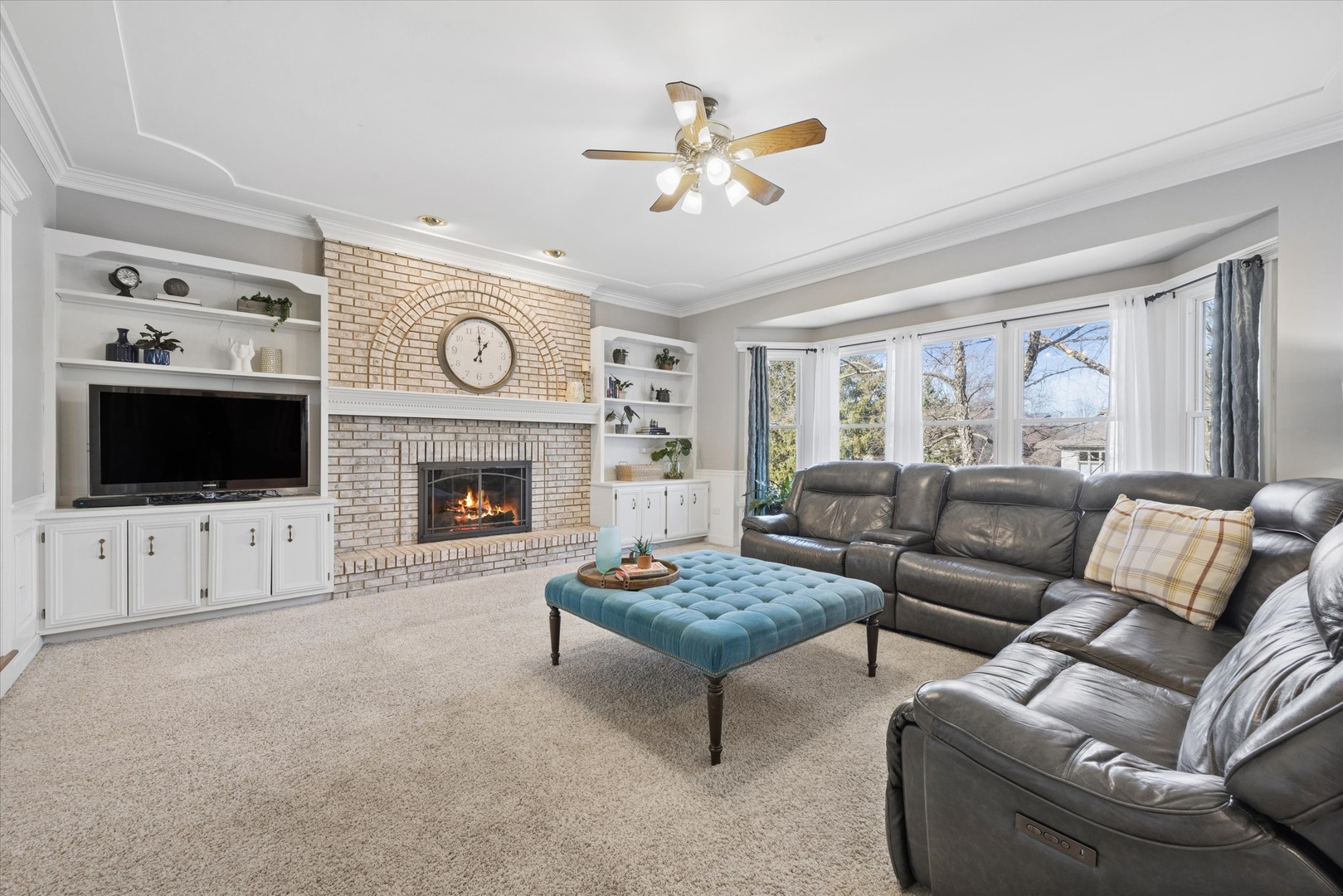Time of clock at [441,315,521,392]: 12:59
